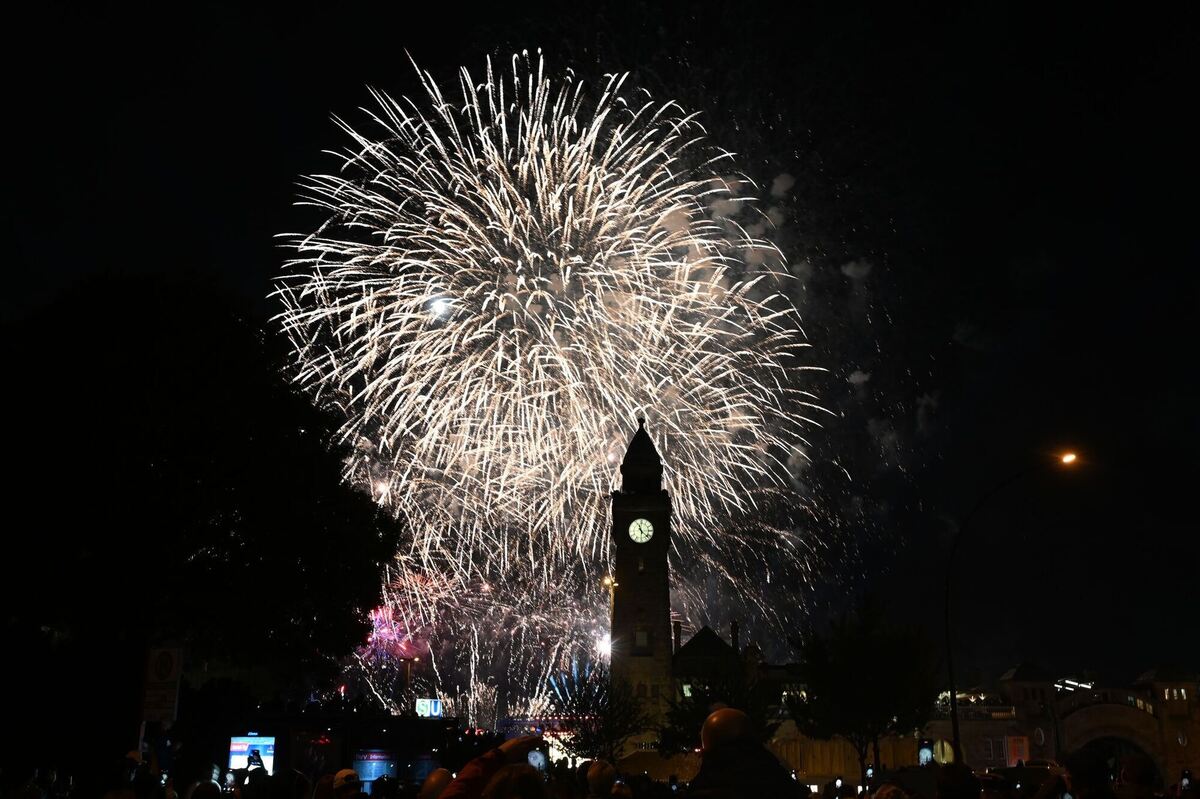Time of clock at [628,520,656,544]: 11:22
